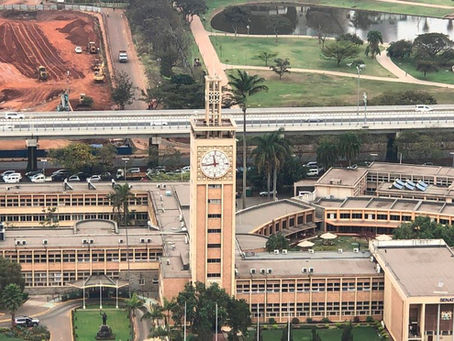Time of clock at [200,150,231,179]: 11:43
